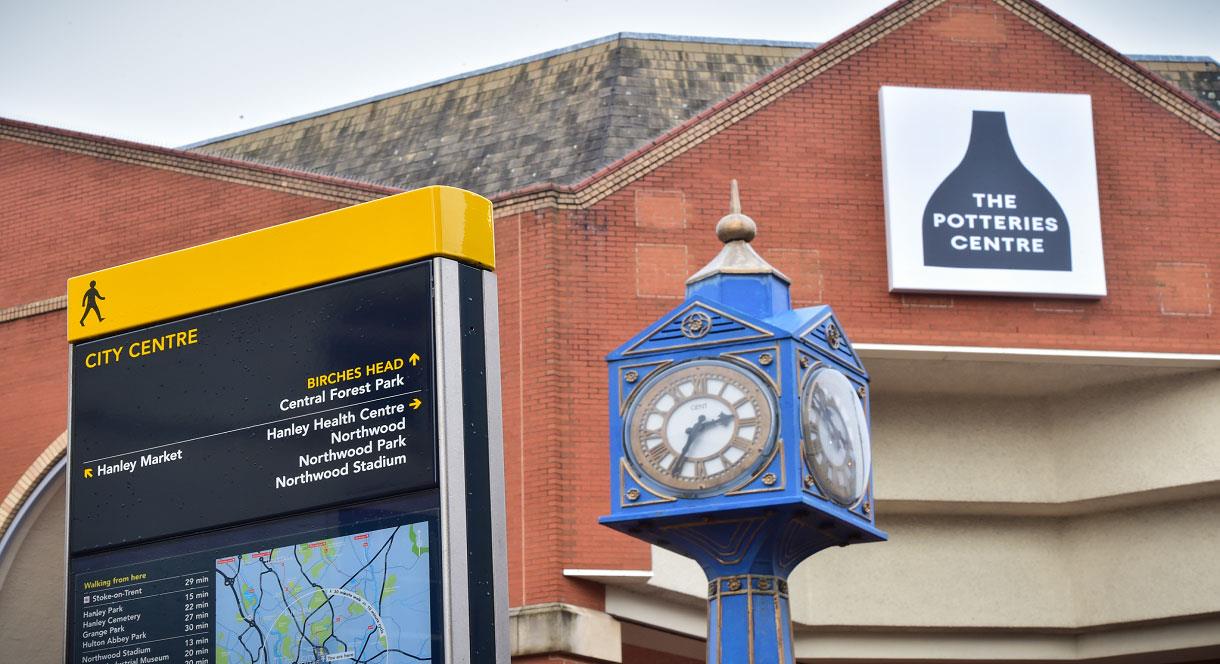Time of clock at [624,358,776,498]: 2:34
